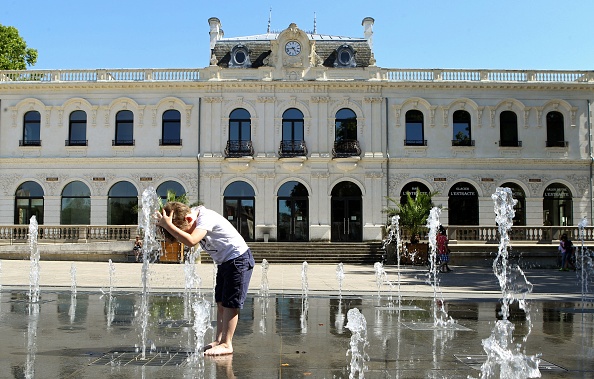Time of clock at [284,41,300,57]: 4:43
